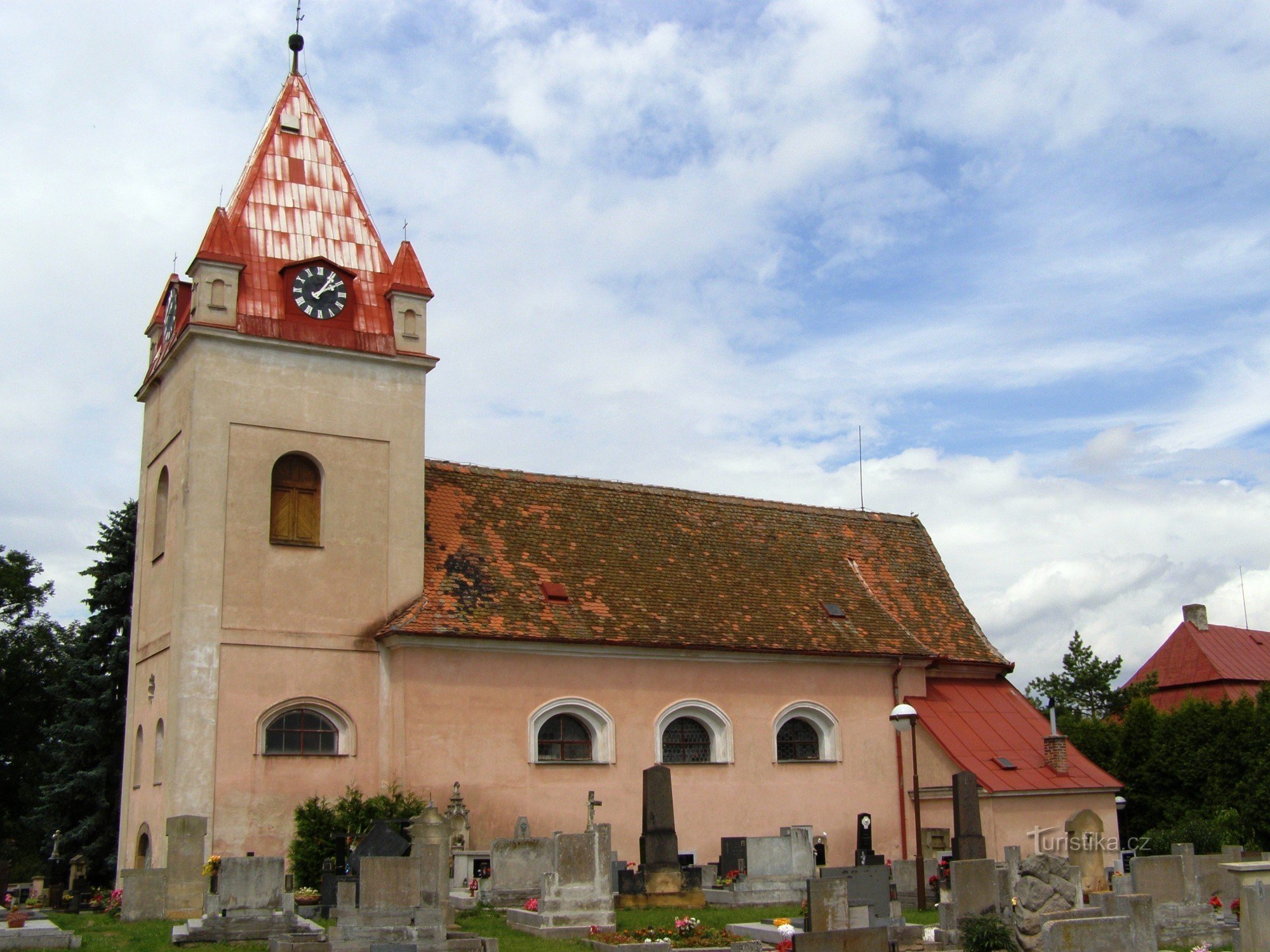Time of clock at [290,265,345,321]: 2:06
